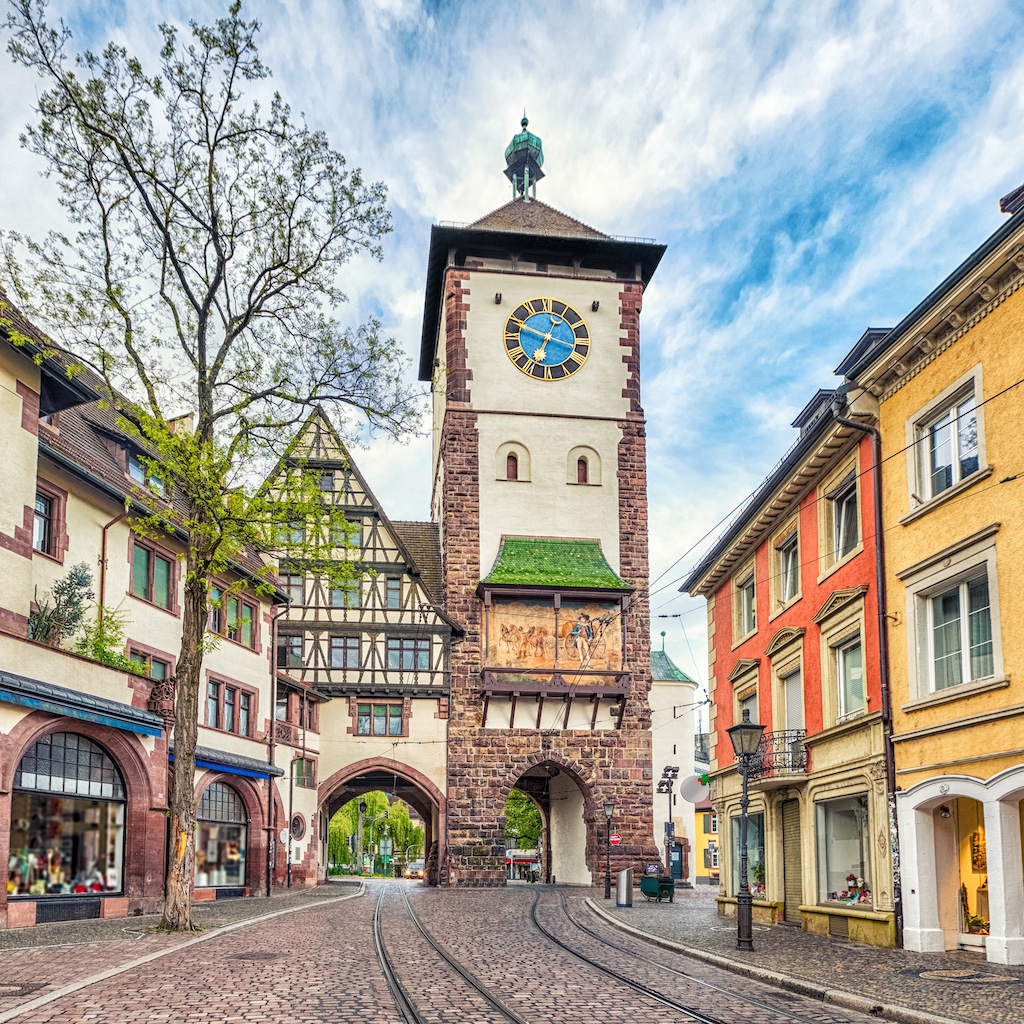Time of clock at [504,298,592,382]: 6:48
